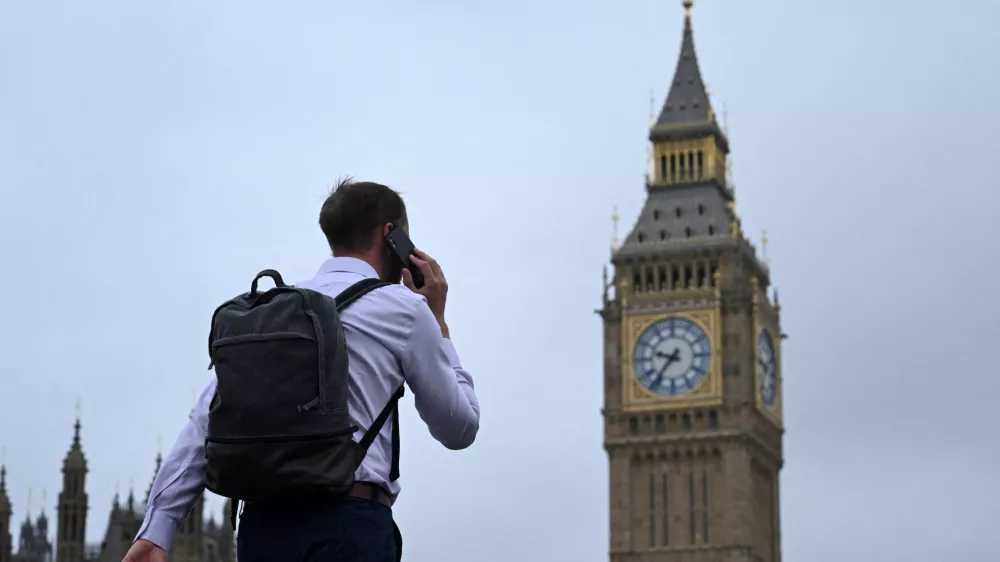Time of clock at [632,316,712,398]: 9:36
